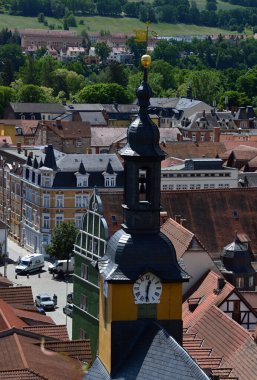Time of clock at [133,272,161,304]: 12:30
